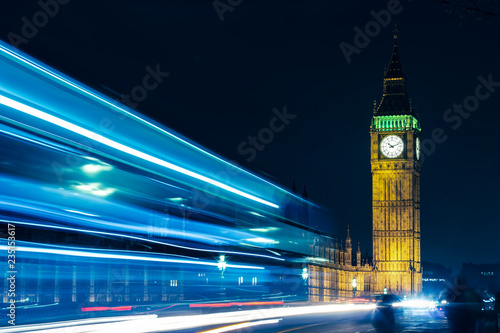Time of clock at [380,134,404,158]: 10:11
